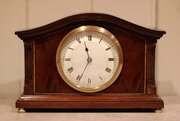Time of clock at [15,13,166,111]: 11:34
